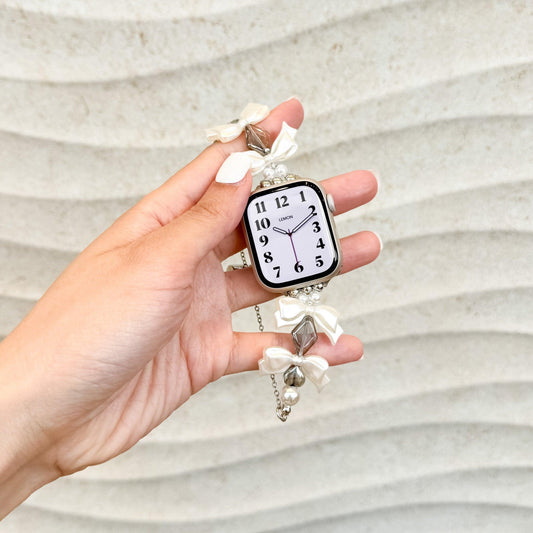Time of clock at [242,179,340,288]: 10:11
